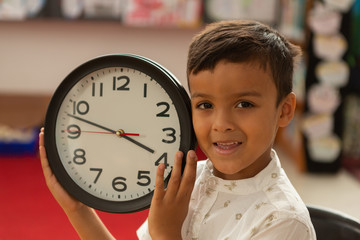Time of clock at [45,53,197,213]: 3:47
